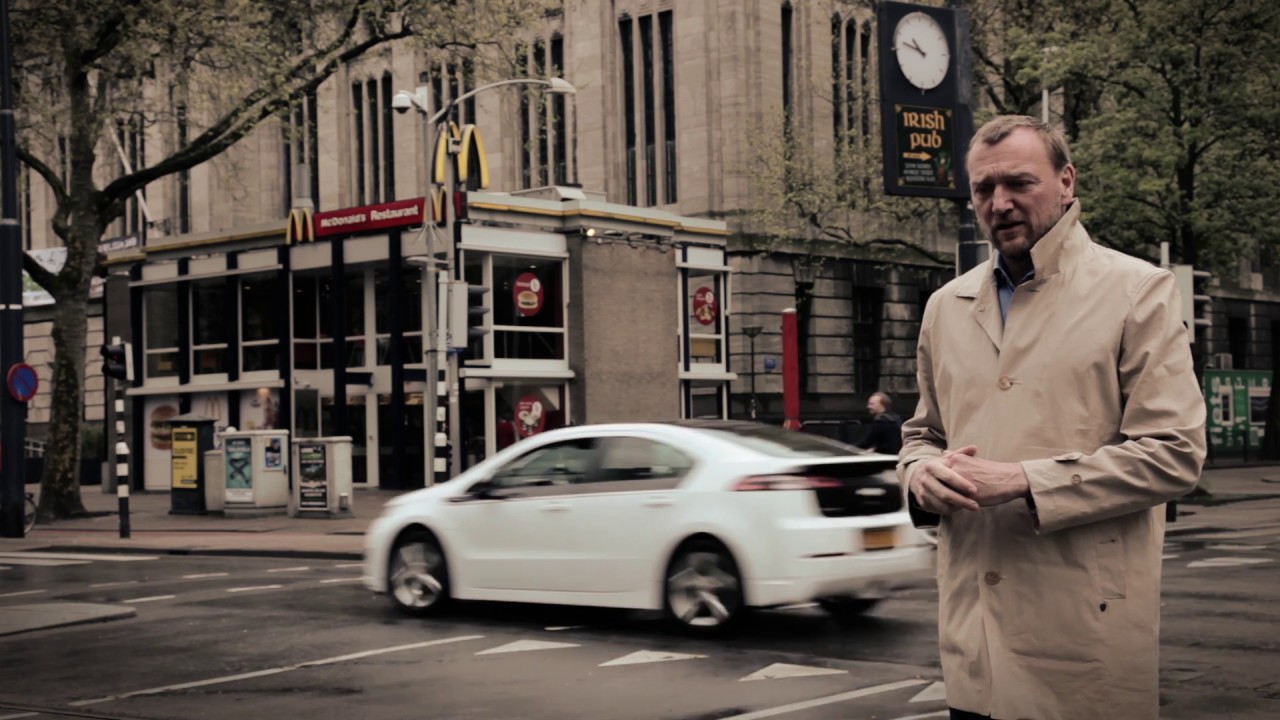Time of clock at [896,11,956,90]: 10:47
